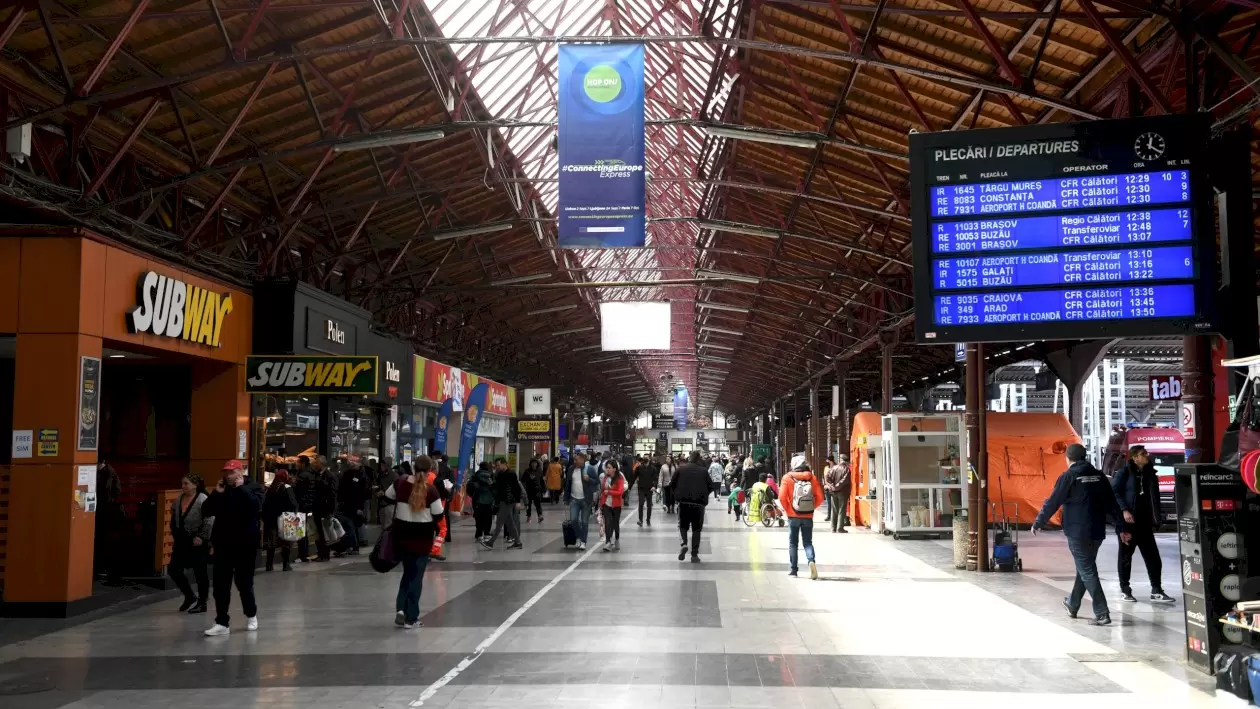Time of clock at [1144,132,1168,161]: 12:20
